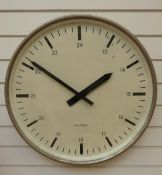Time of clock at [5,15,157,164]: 1:50
